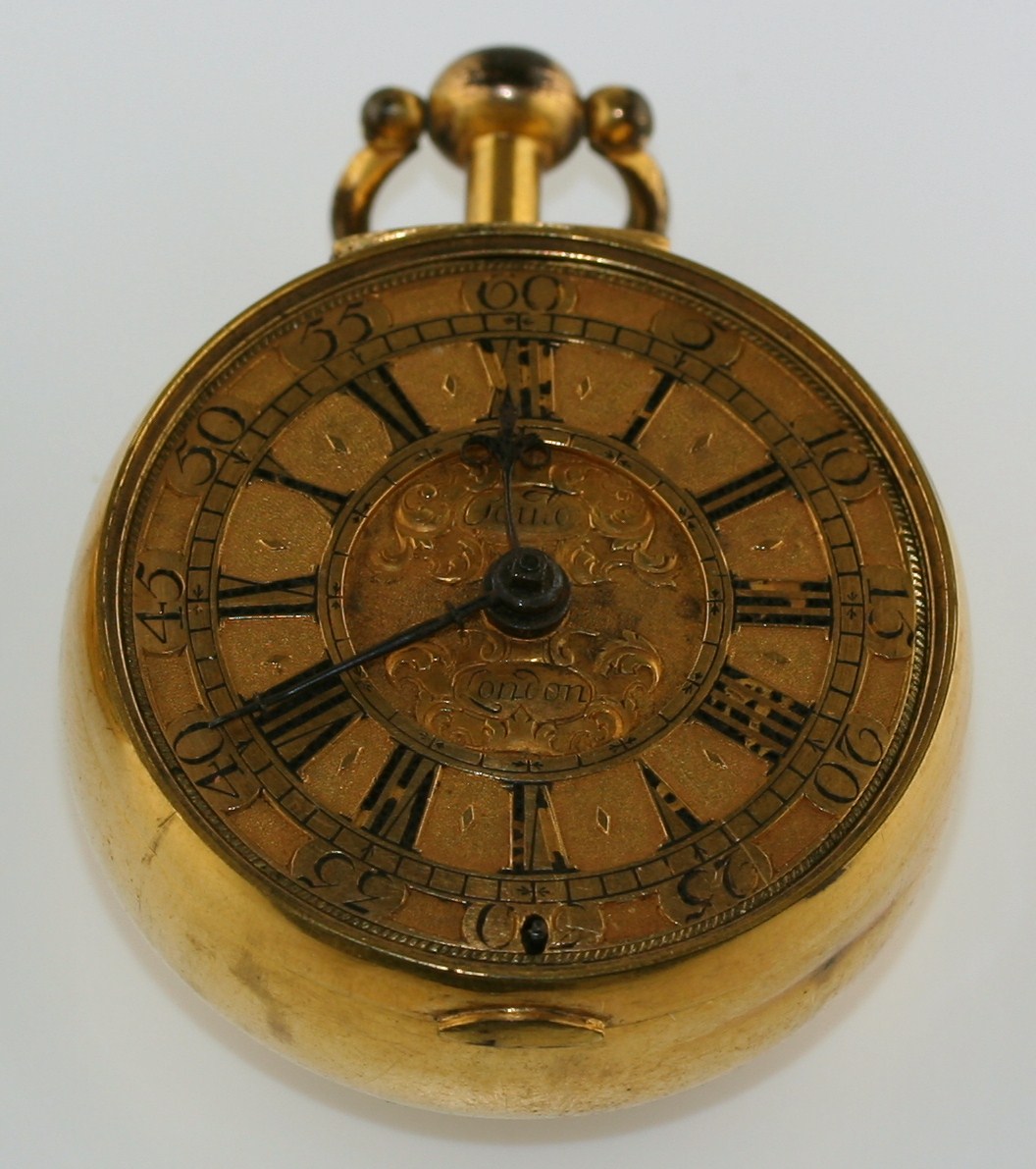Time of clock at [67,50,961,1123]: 11:40
